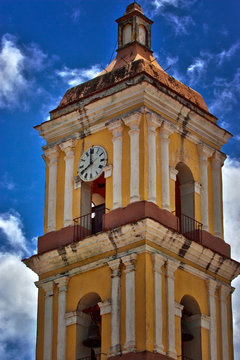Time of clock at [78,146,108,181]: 7:58
